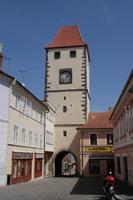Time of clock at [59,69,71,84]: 2:11
